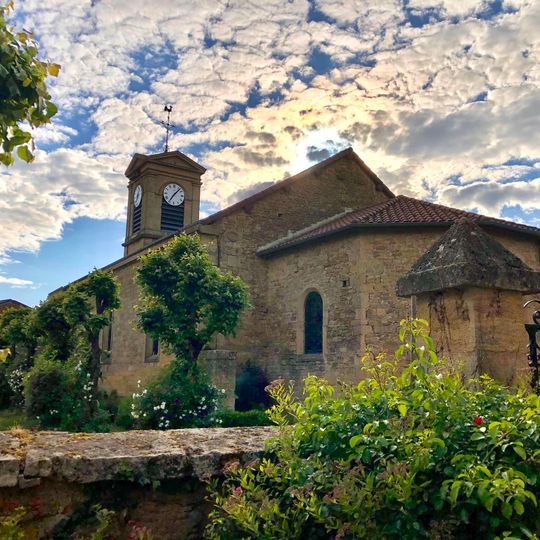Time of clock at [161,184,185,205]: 7:07
